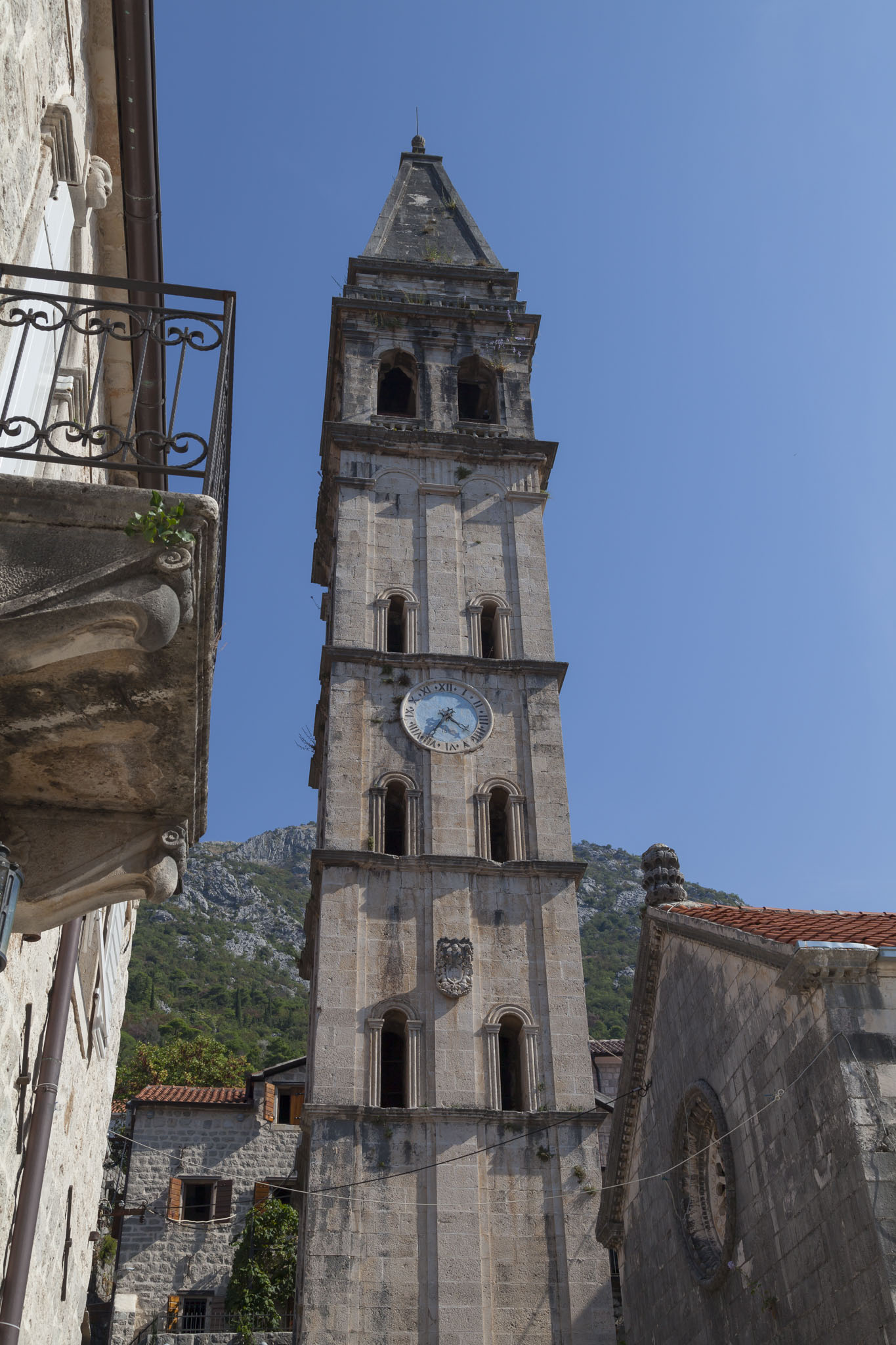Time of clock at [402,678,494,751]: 4:35
